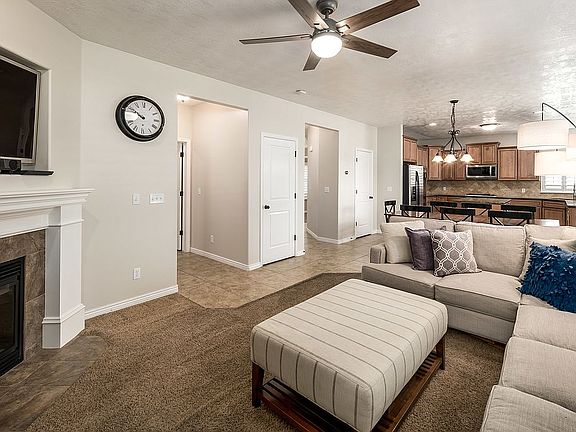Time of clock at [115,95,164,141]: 9:50
